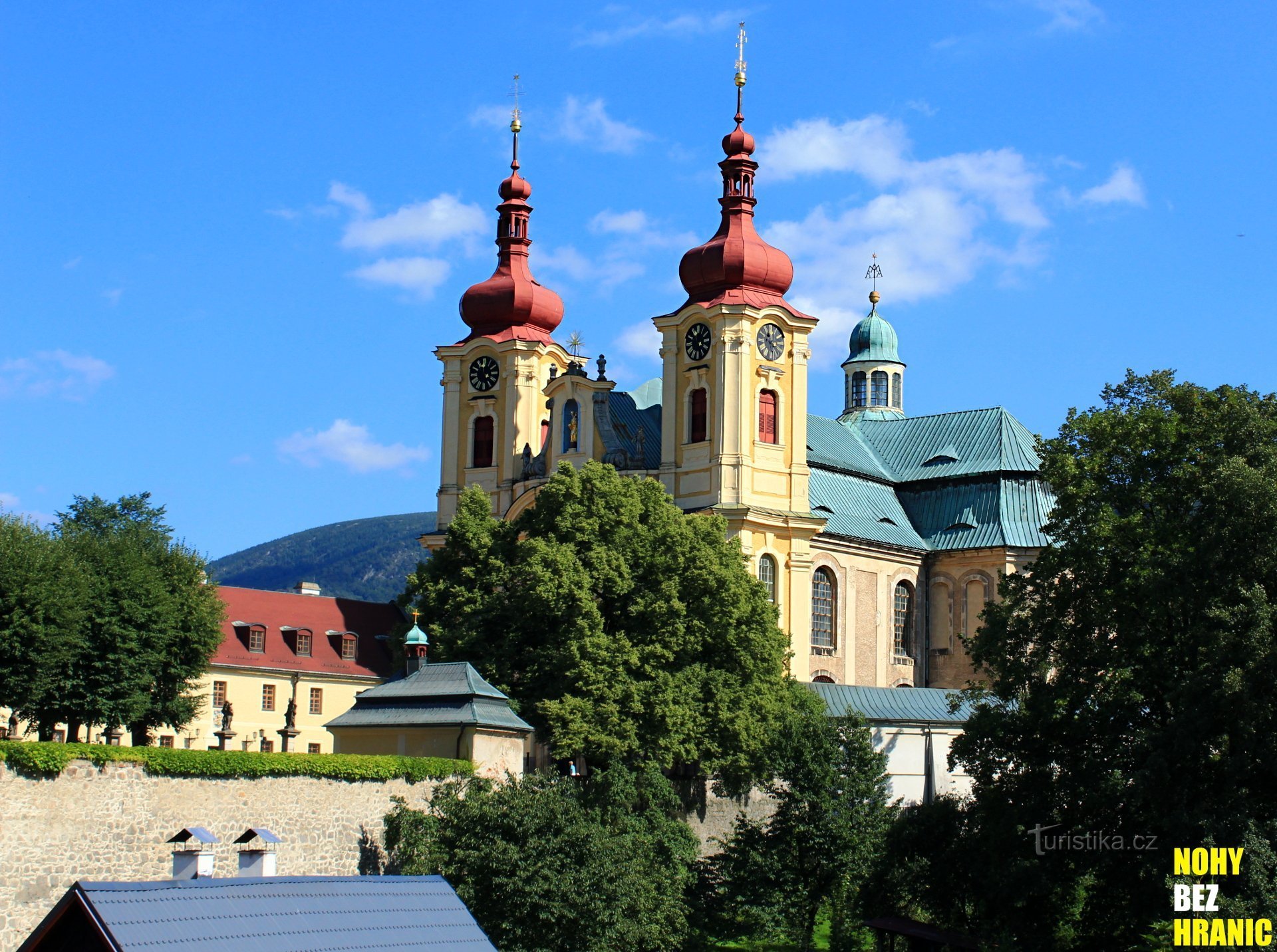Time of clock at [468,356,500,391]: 3:58
